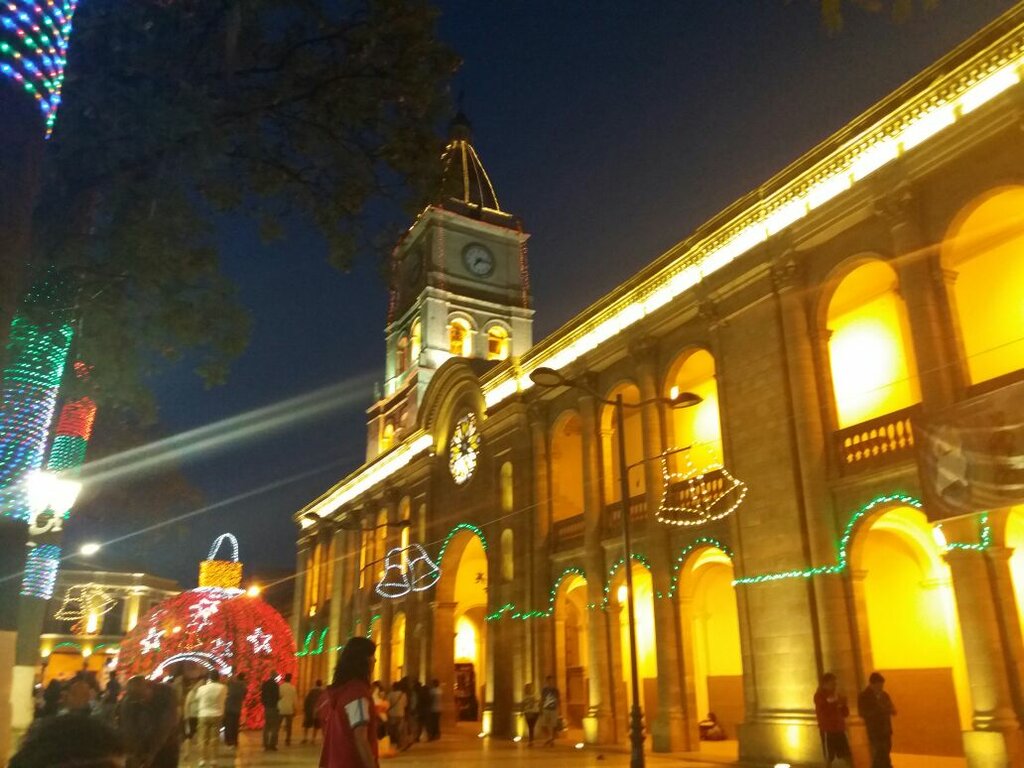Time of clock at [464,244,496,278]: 7:15
